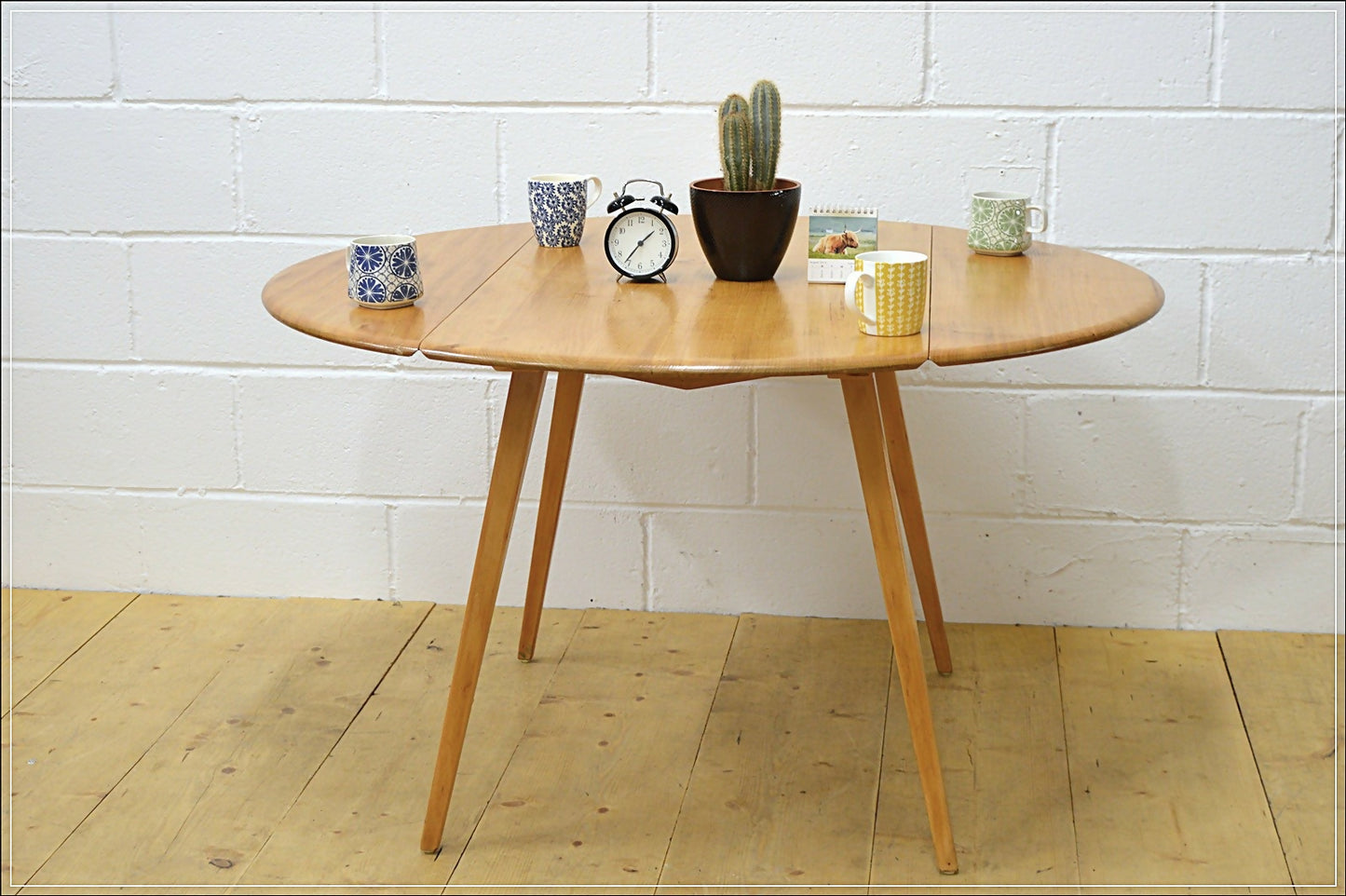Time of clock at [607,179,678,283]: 1:36
